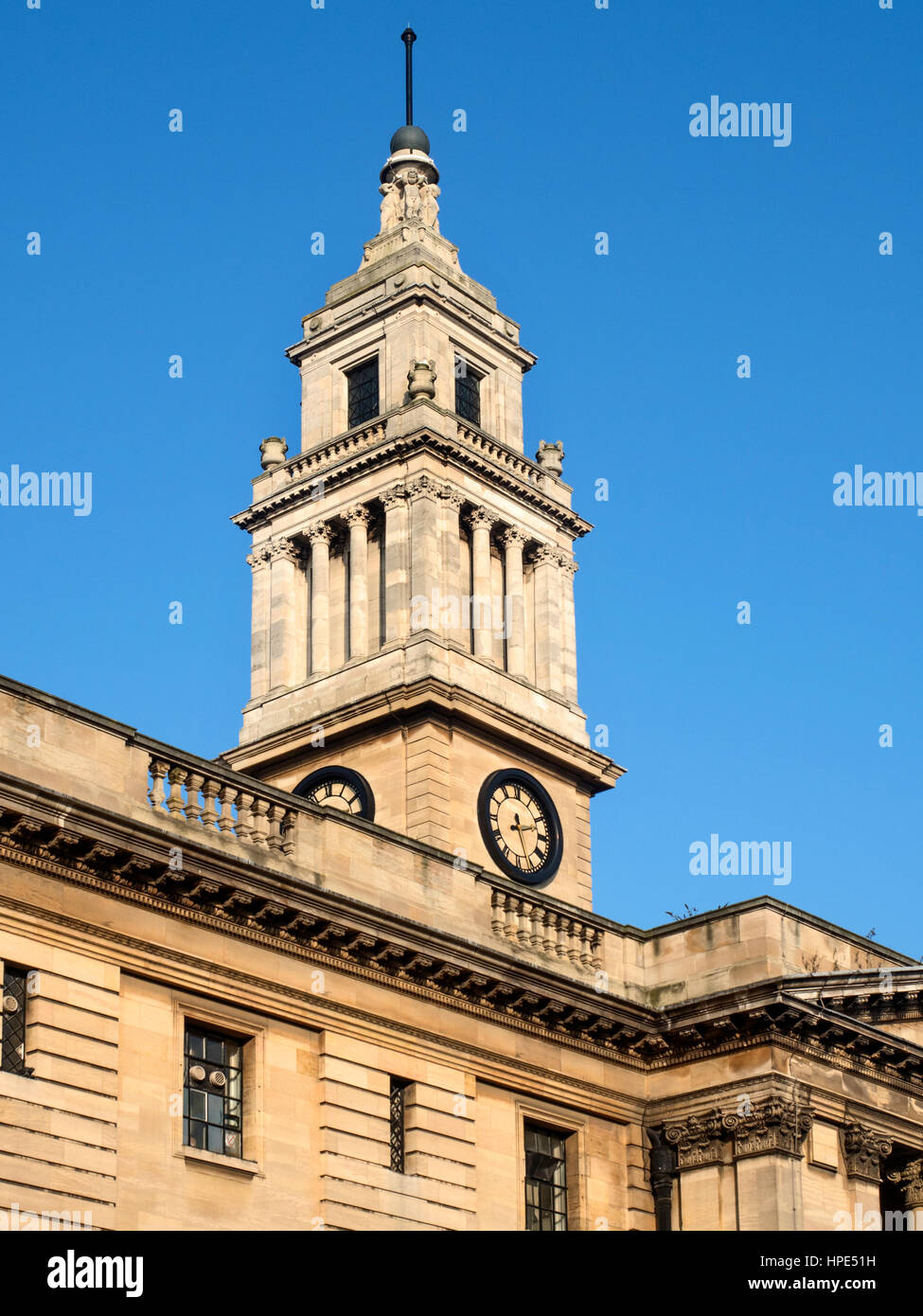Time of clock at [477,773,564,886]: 2:26
